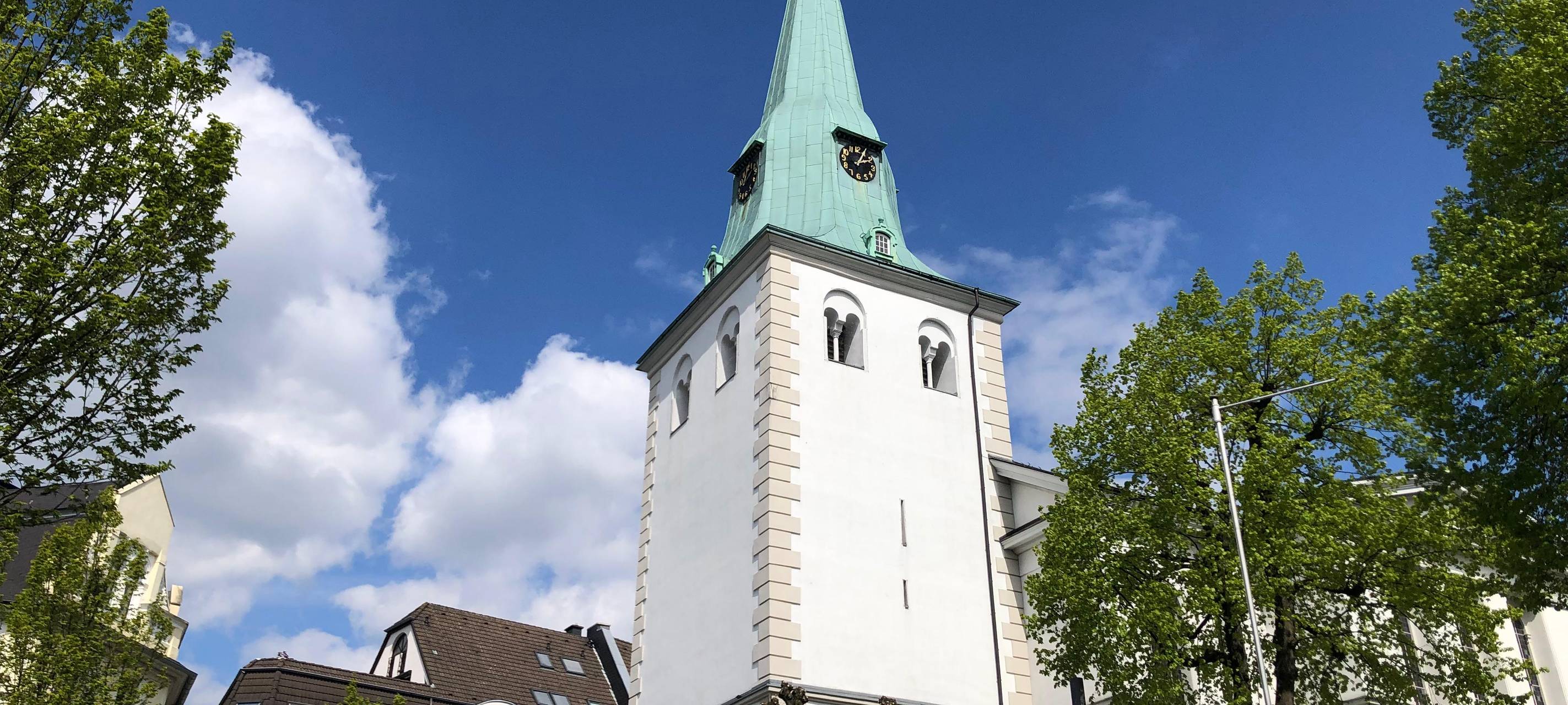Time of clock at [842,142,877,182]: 2:04
